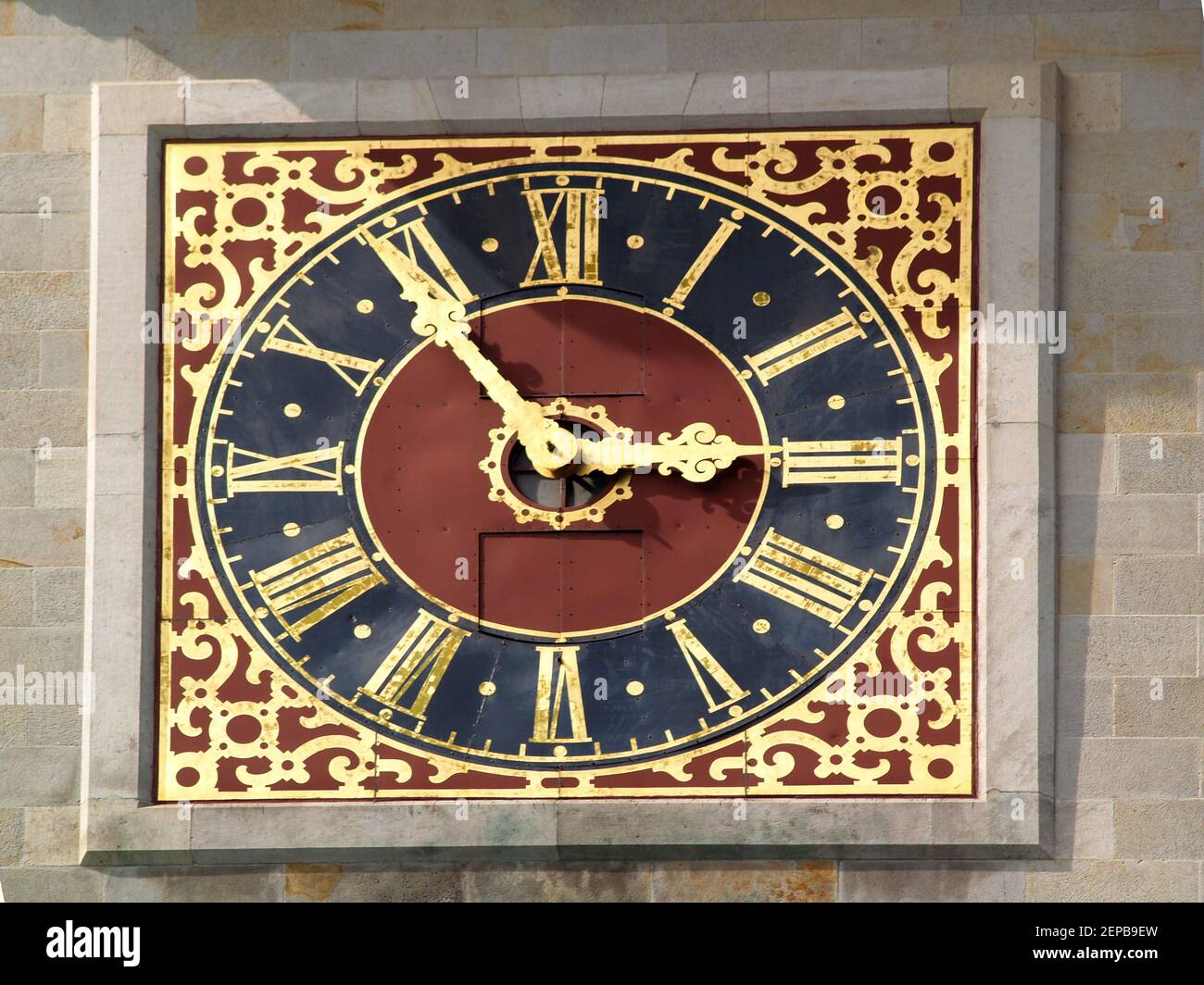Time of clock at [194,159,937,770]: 2:54
